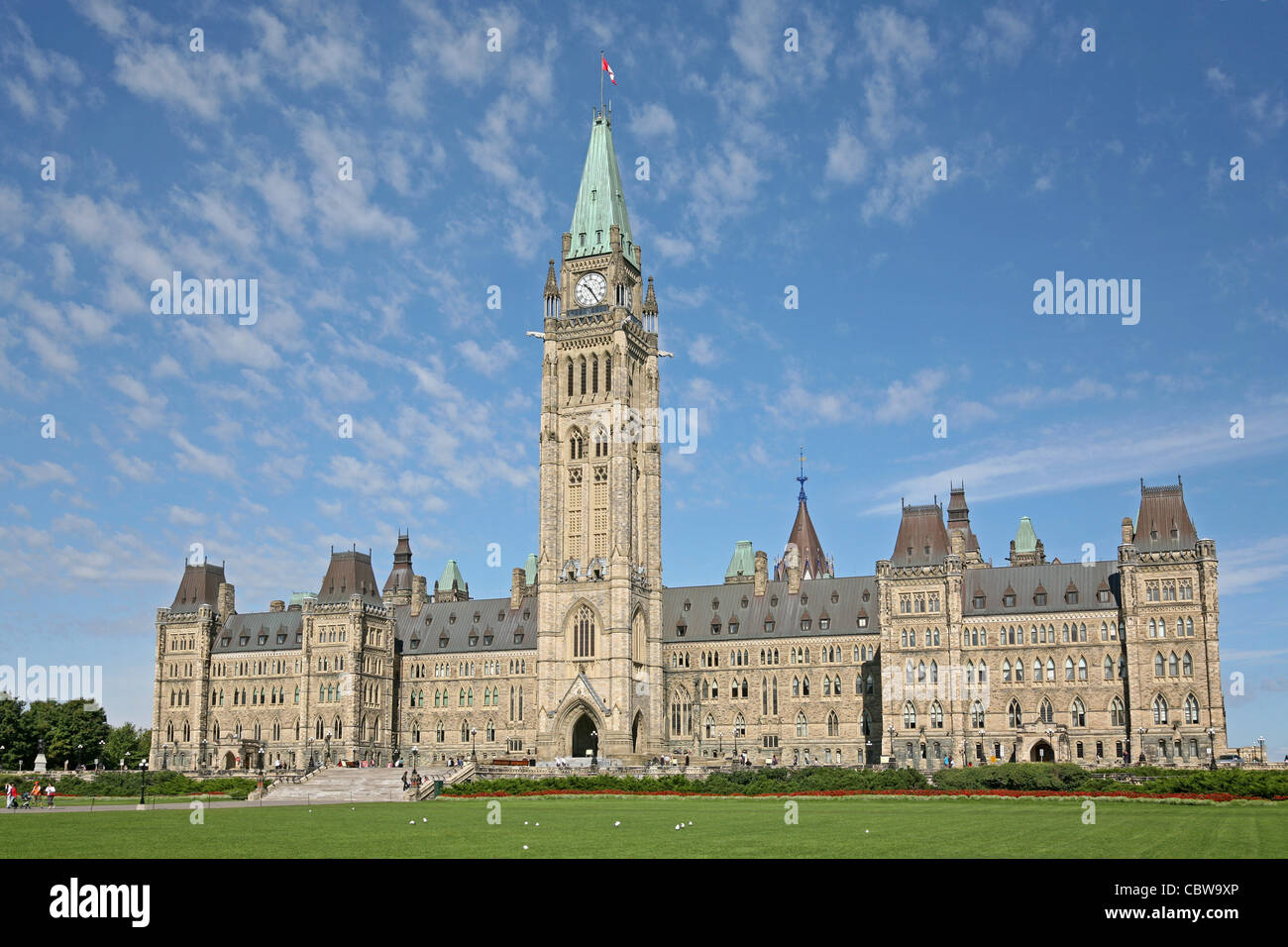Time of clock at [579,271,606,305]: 10:24
